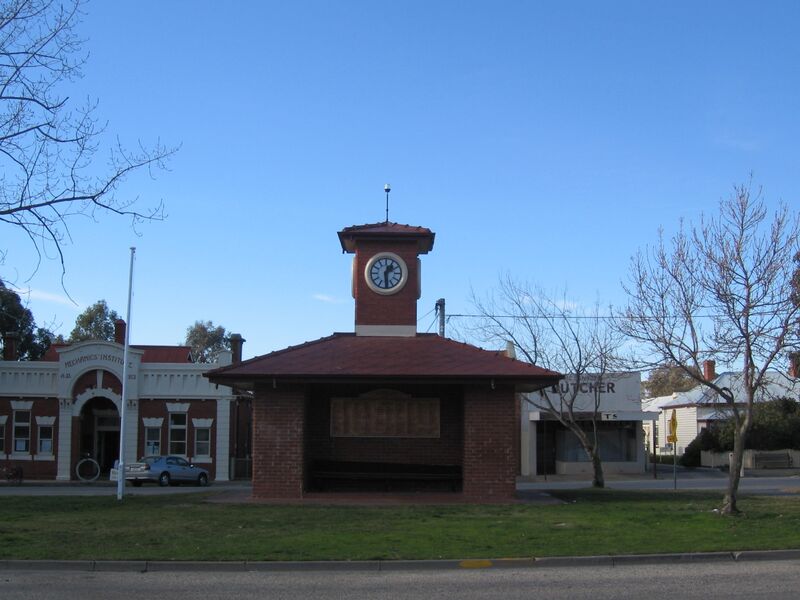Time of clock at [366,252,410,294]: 1:29
